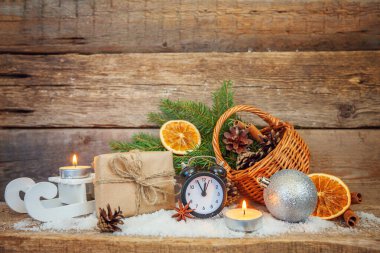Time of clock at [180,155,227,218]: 11:55
